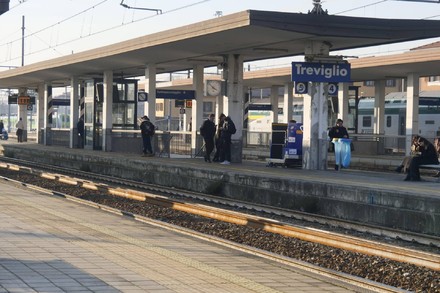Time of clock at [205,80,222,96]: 3:52
